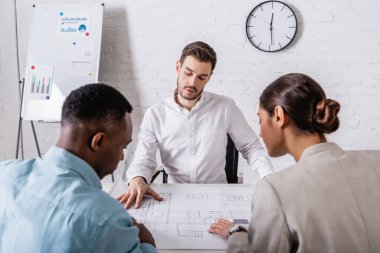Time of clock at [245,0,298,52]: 12:29
